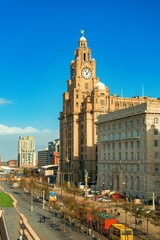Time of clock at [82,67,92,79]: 11:07
